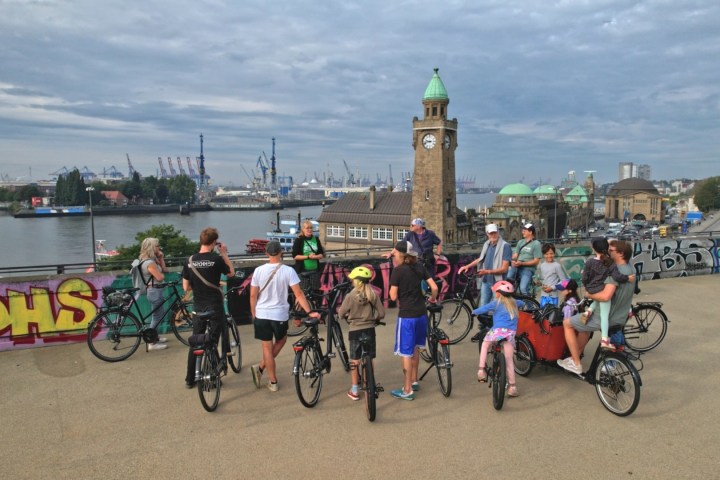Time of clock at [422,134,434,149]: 9:42
